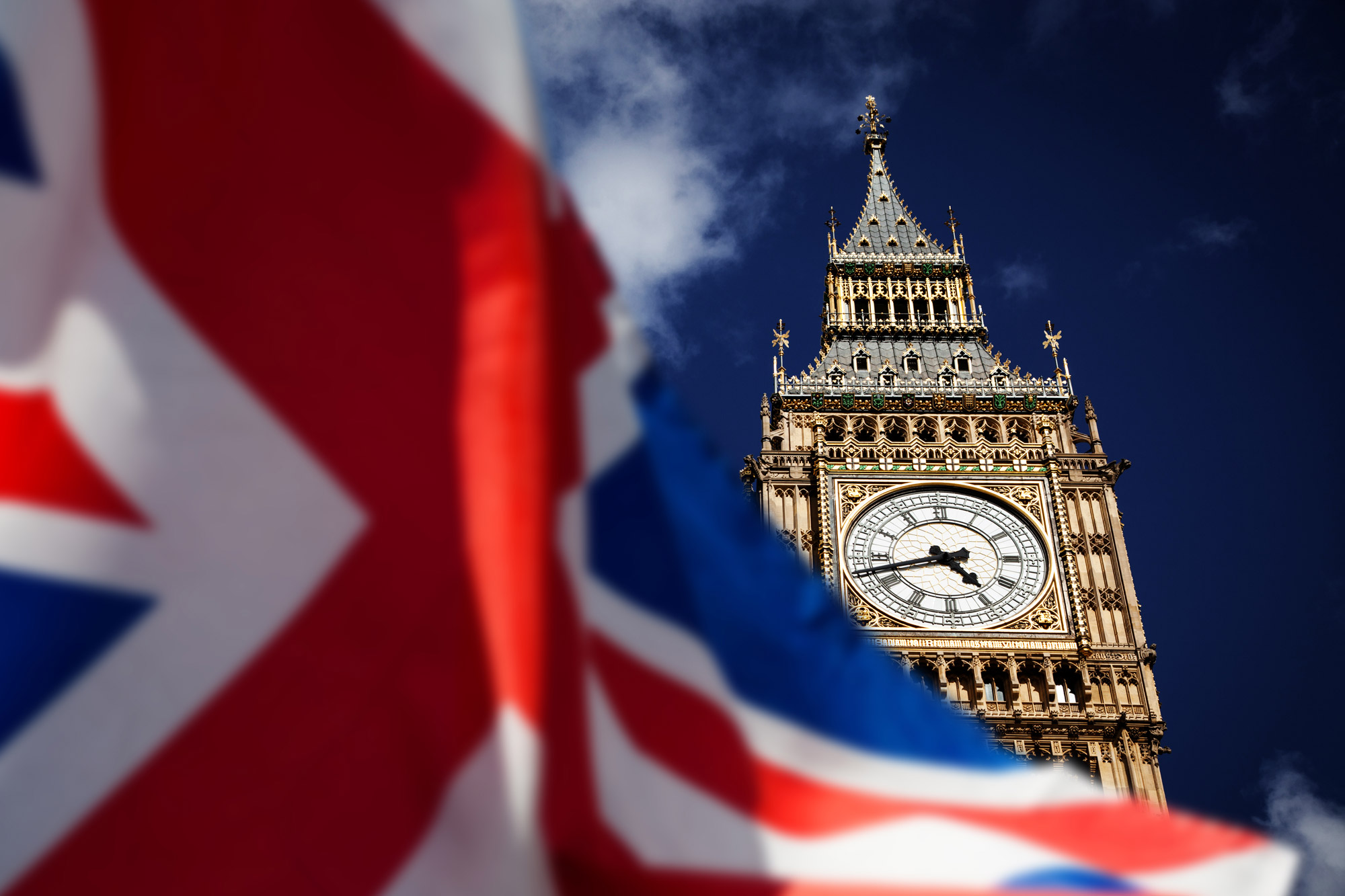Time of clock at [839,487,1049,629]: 4:42
